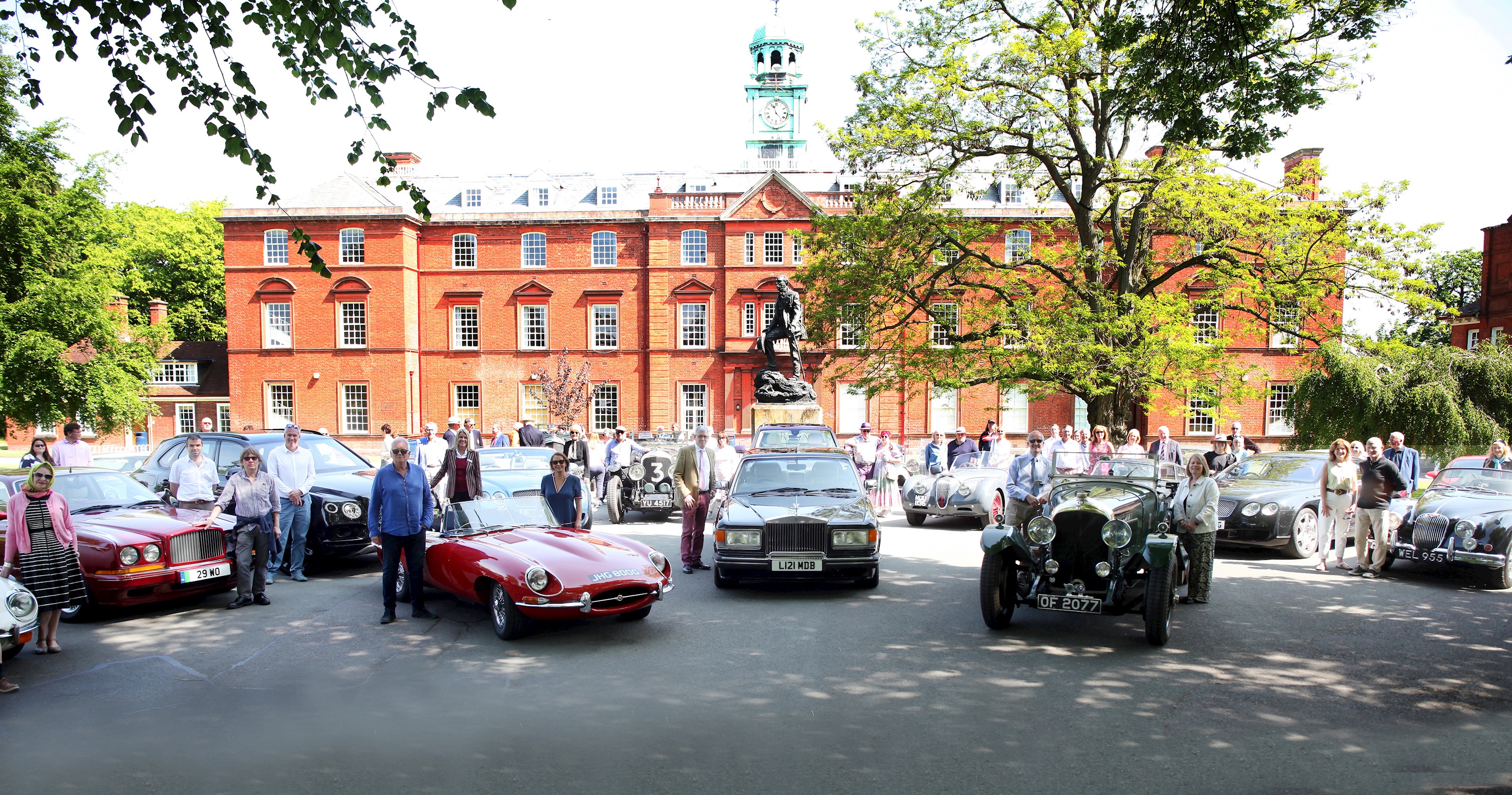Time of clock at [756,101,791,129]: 11:22
